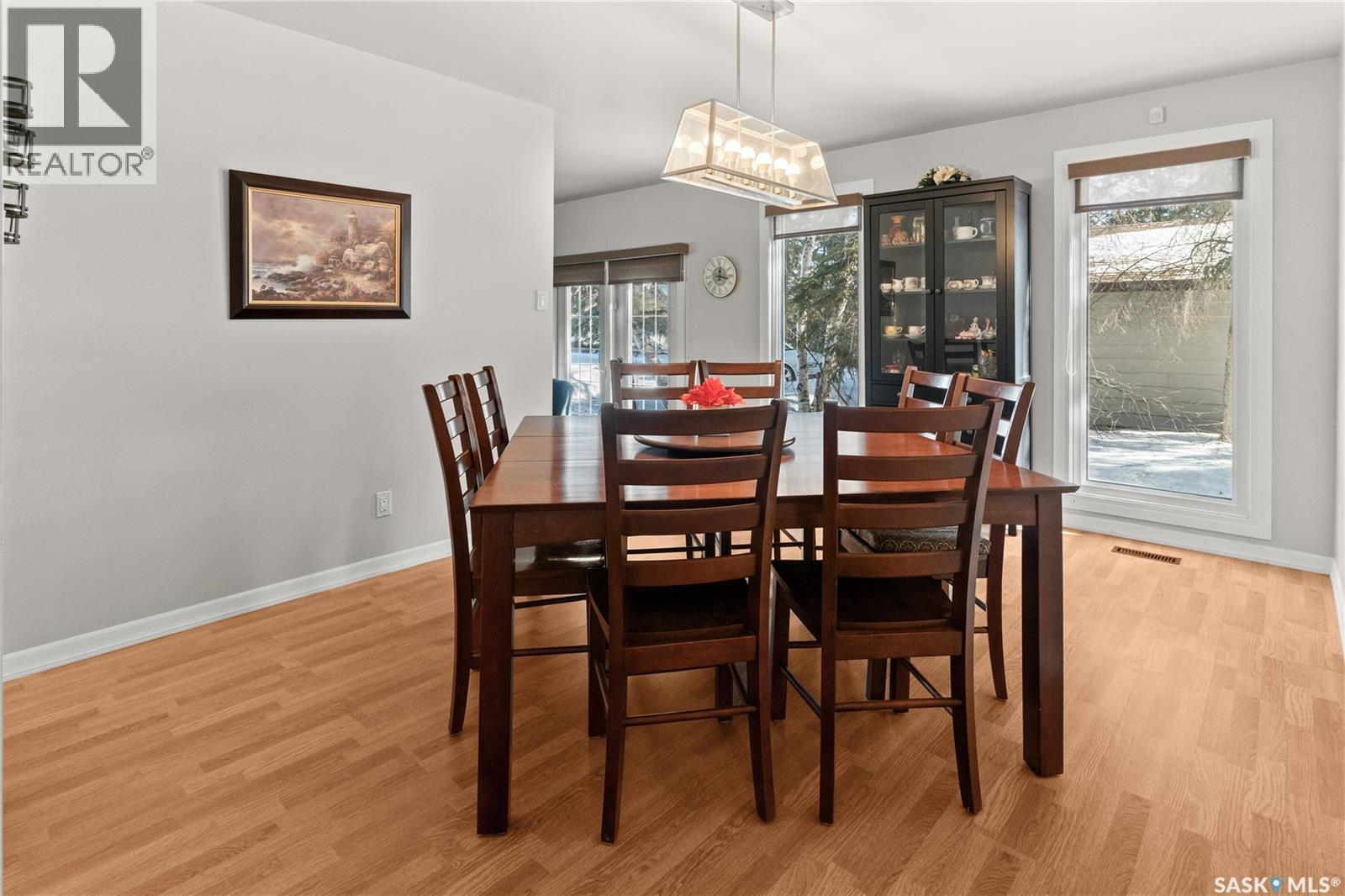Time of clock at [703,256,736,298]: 12:17
